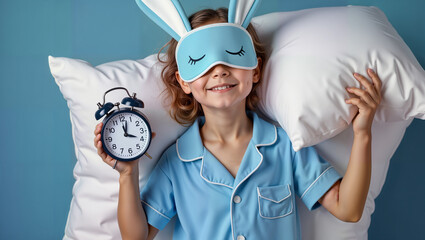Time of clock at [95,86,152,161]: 12:19
